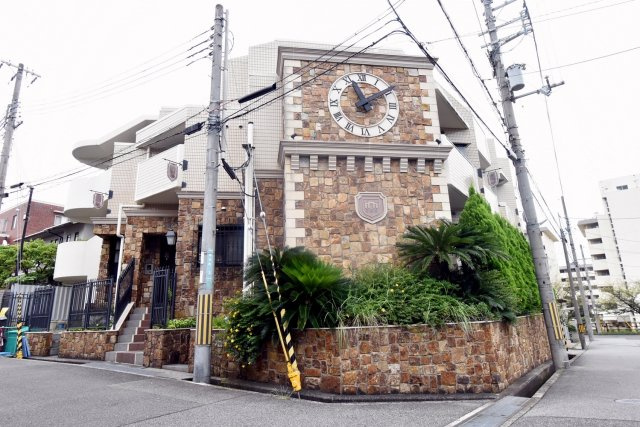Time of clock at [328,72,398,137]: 11:09
